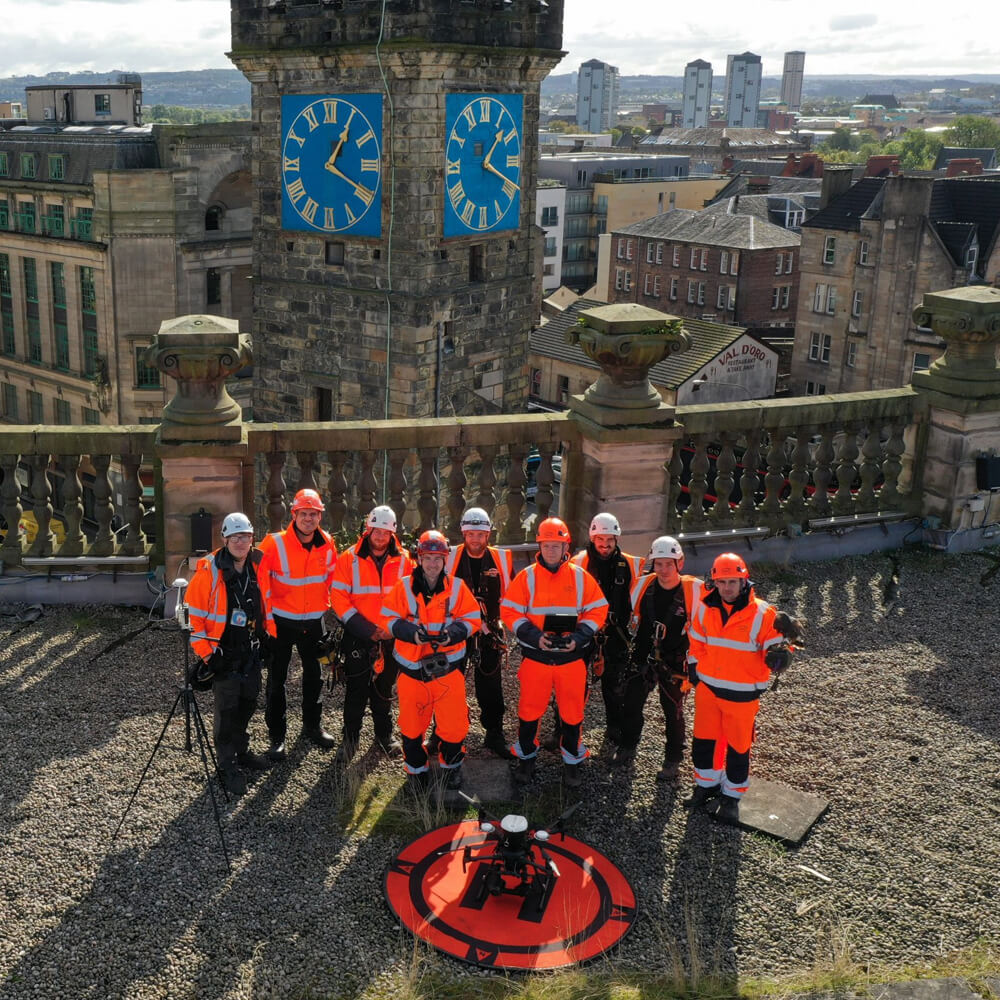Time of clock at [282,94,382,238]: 1:19
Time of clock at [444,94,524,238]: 1:18
